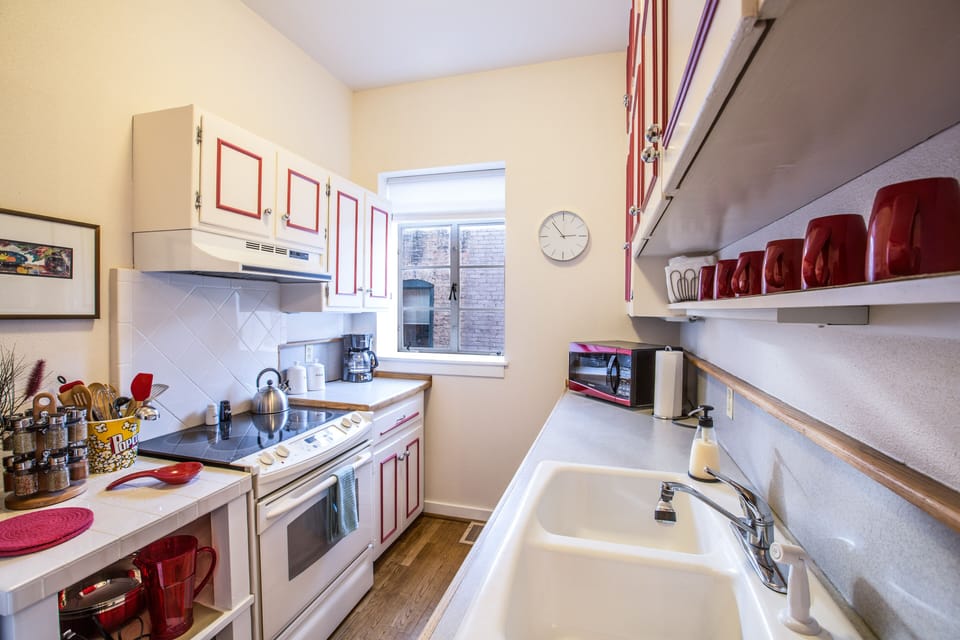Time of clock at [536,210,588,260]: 2:53
